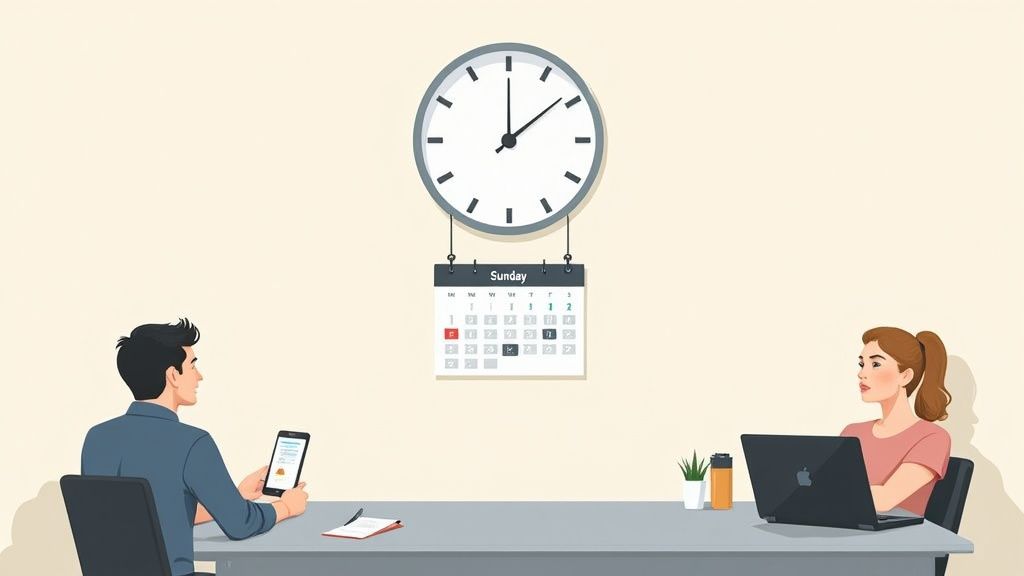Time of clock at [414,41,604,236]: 12:08
